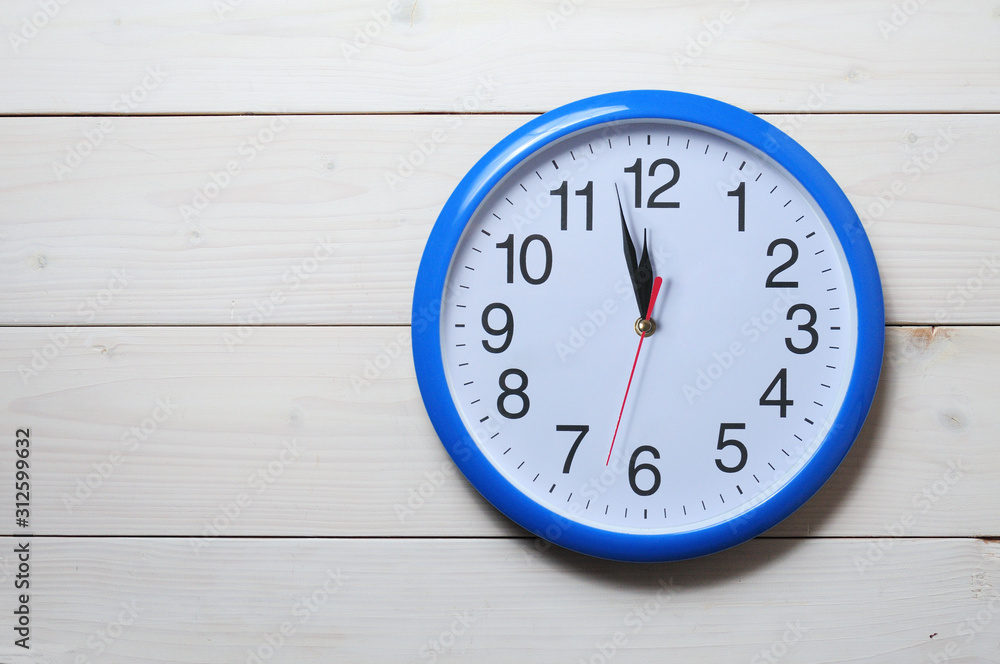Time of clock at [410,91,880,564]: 11:57
